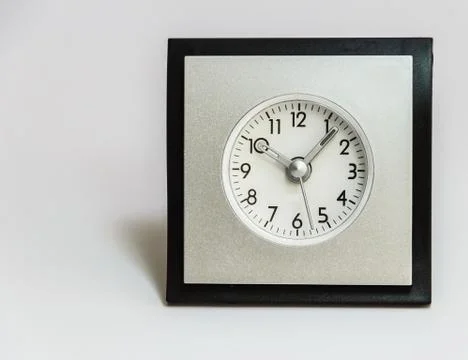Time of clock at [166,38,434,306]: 10:07
